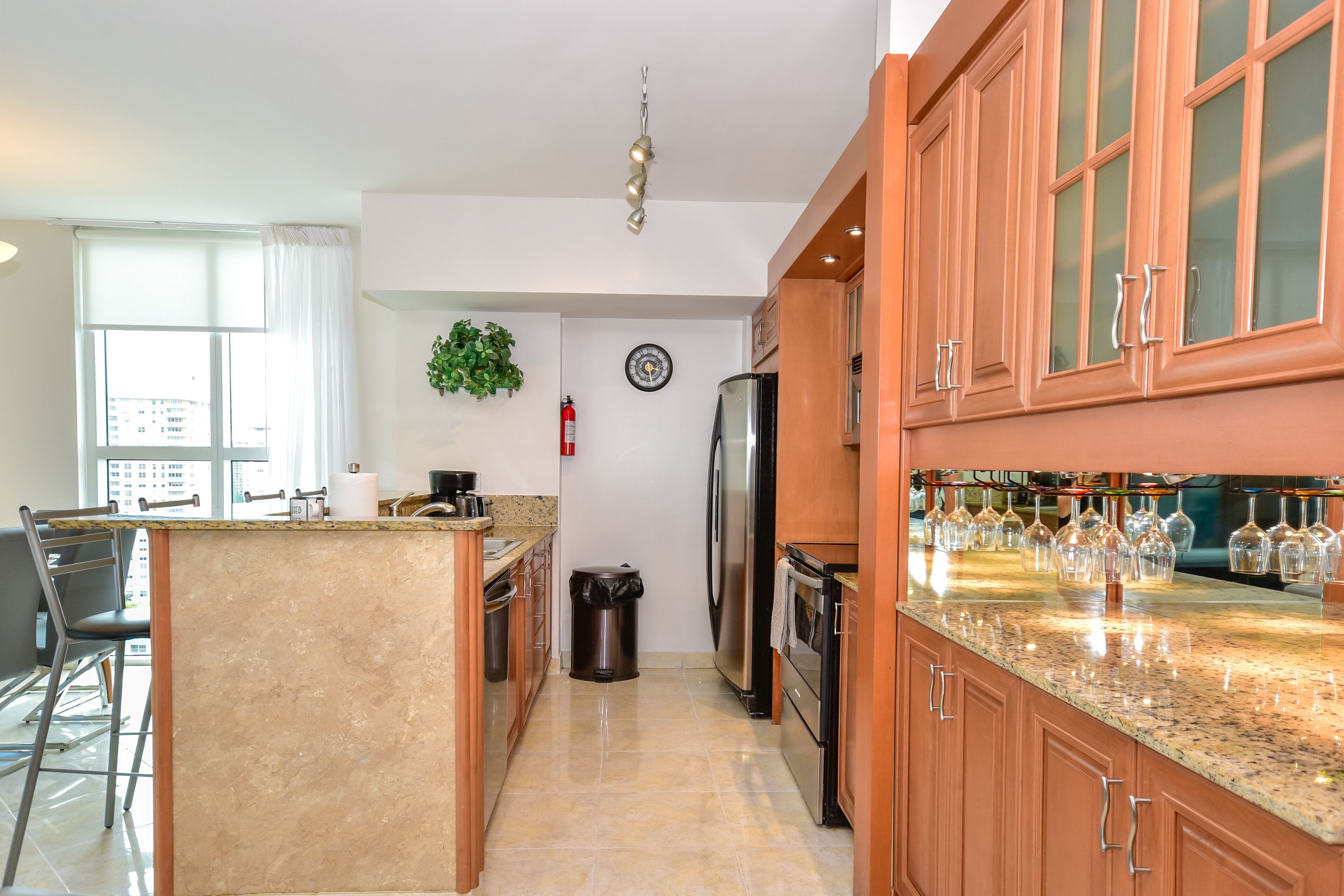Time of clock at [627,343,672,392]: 3:28
